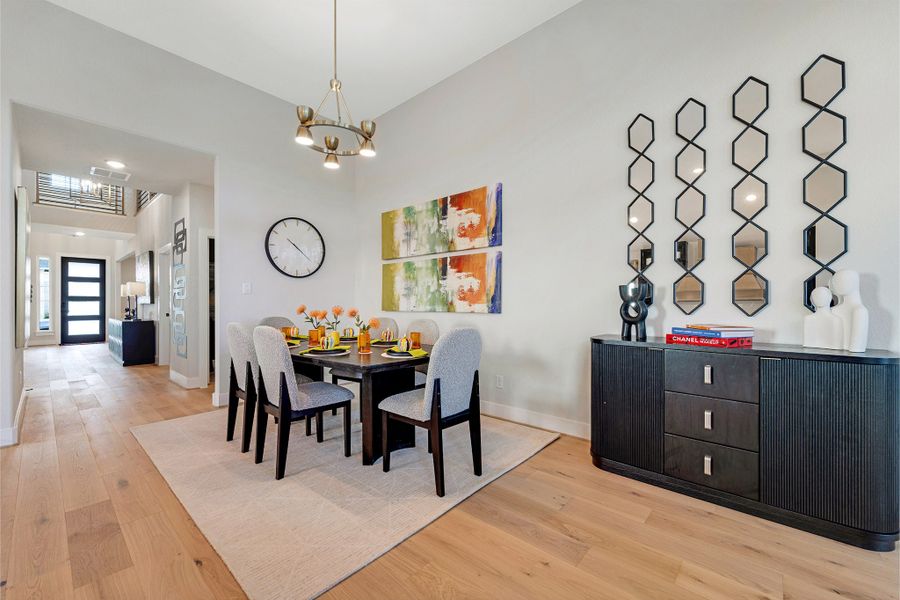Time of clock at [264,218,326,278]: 10:21
